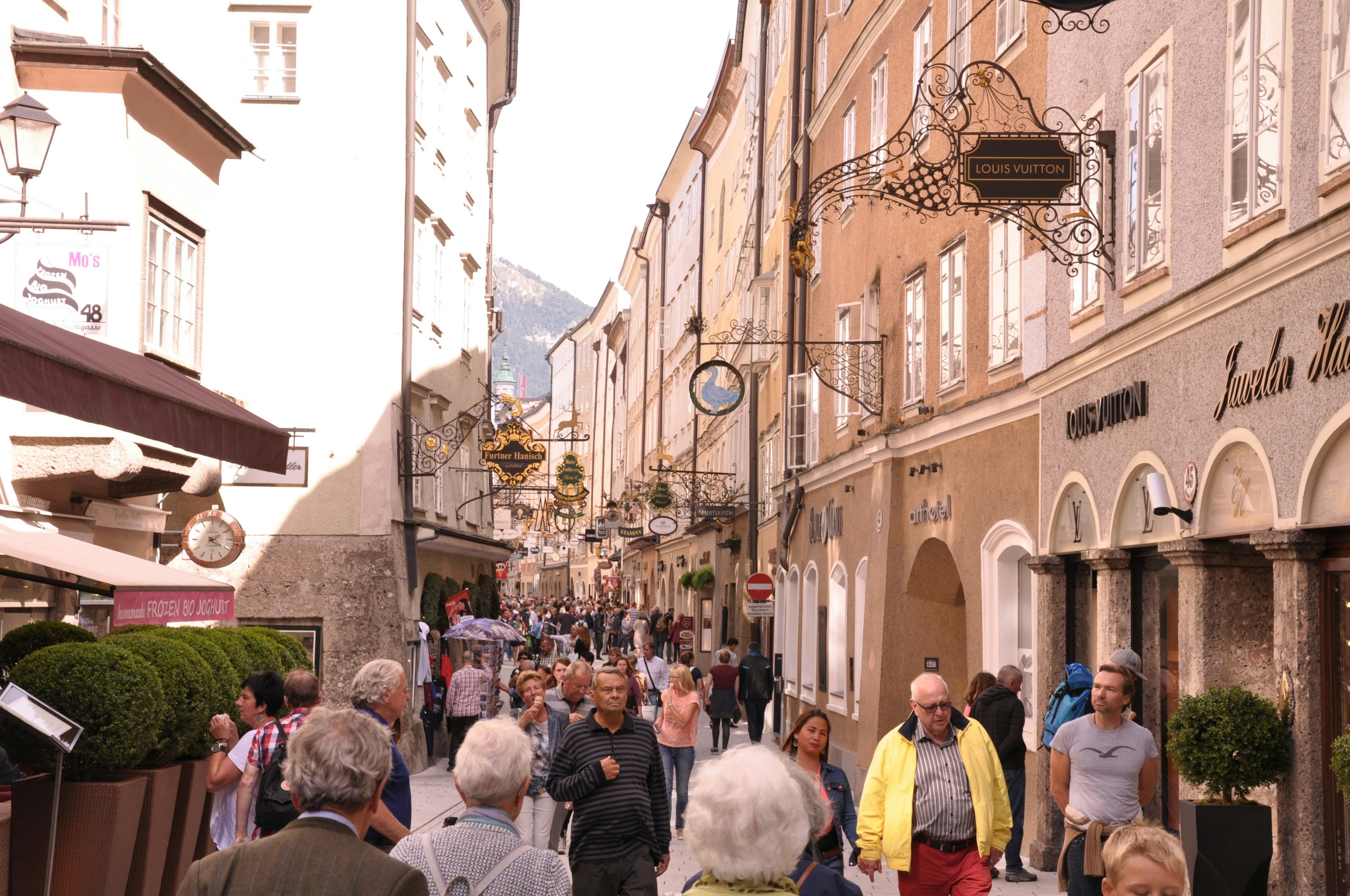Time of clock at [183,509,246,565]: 4:09
